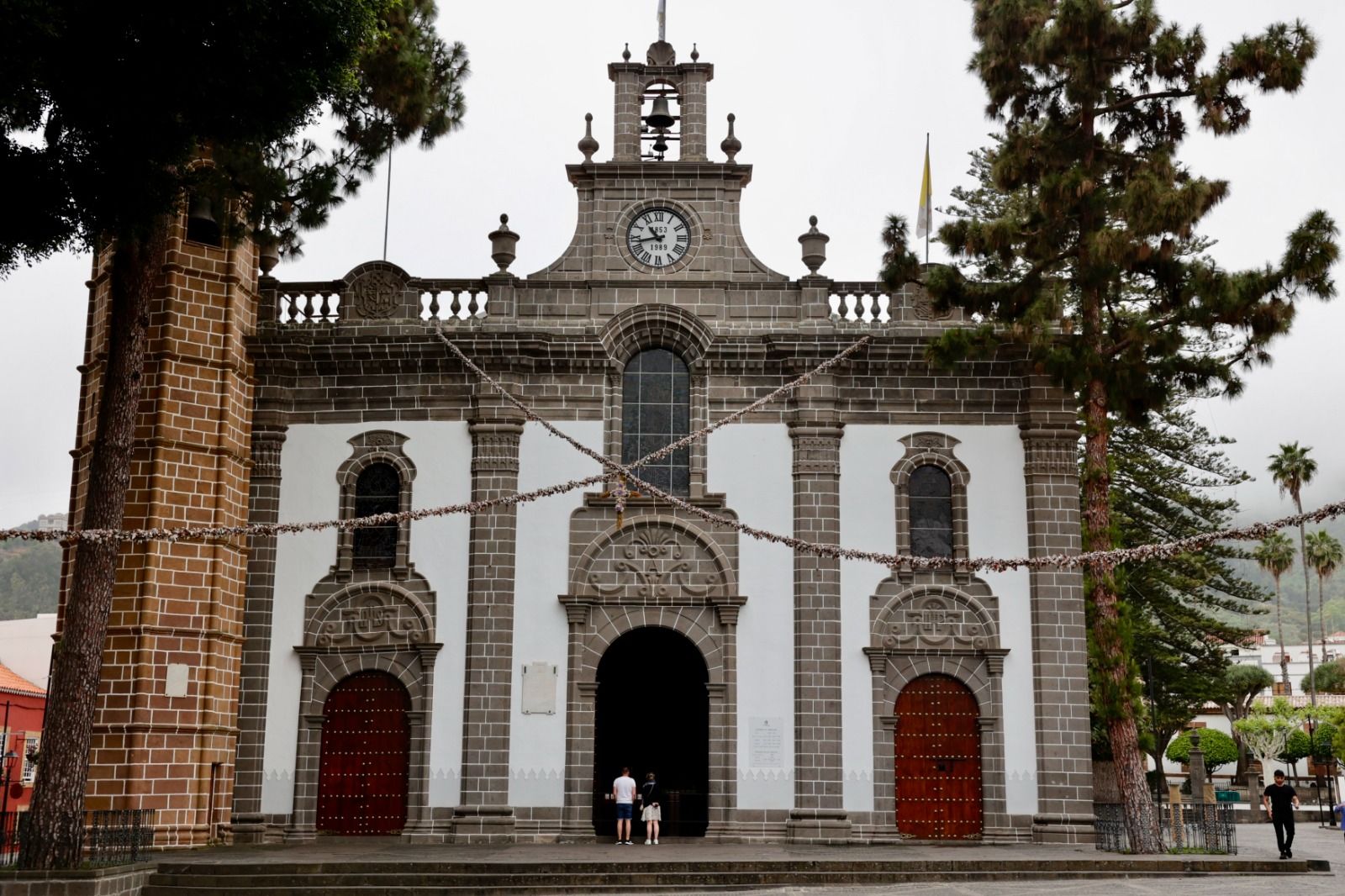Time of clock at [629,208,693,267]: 10:42
